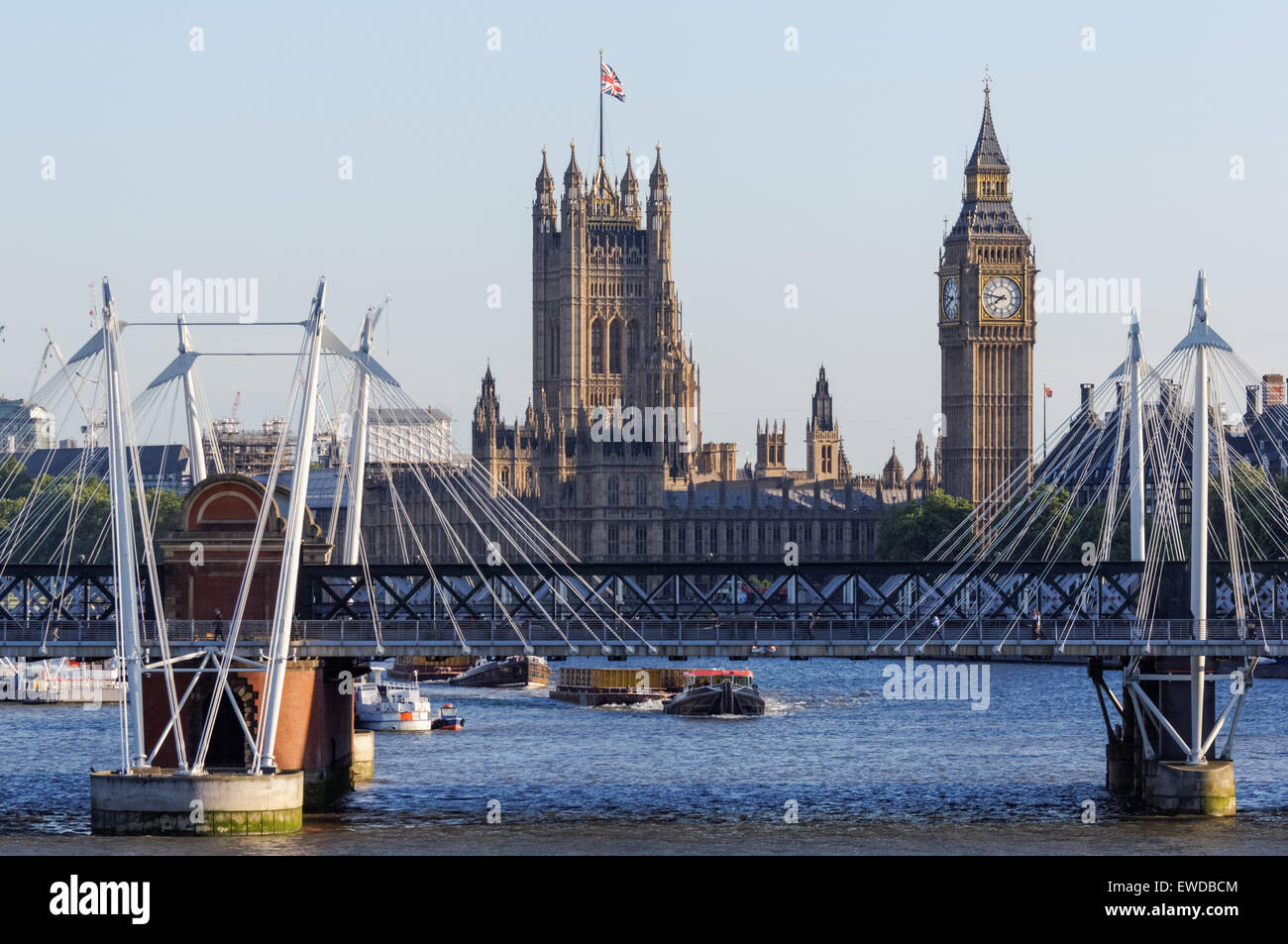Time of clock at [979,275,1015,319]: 7:46
